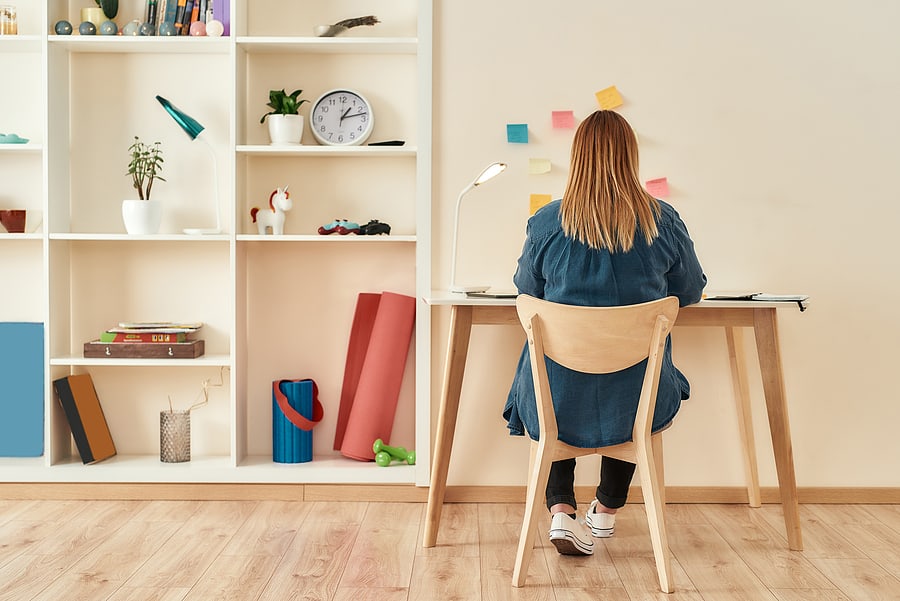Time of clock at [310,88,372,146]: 1:12
